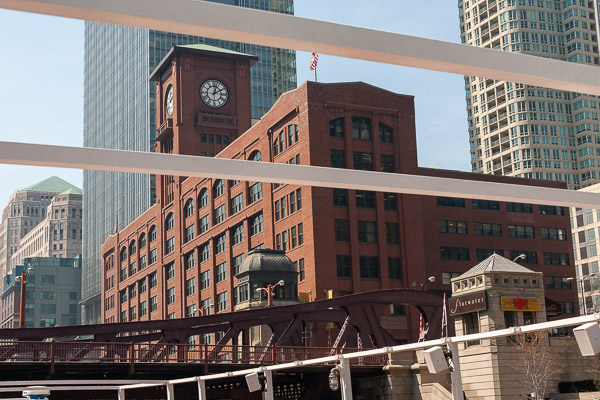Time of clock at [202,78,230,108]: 2:02
